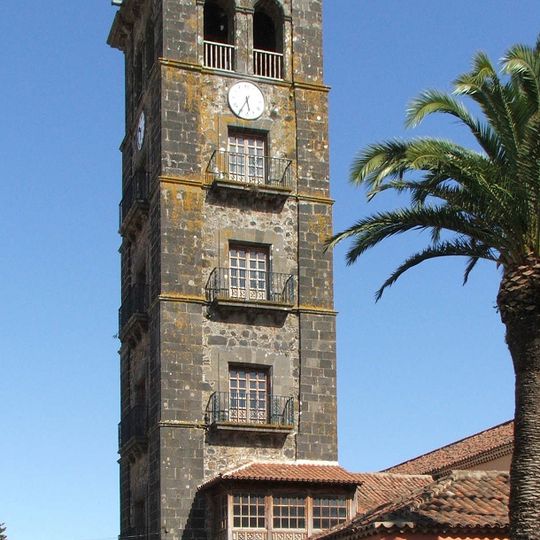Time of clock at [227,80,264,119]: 5:35
